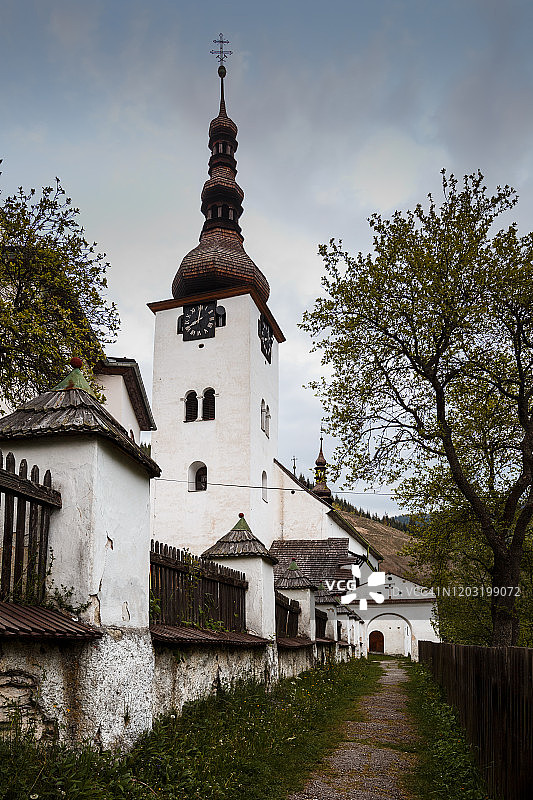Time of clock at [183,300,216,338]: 8:01
